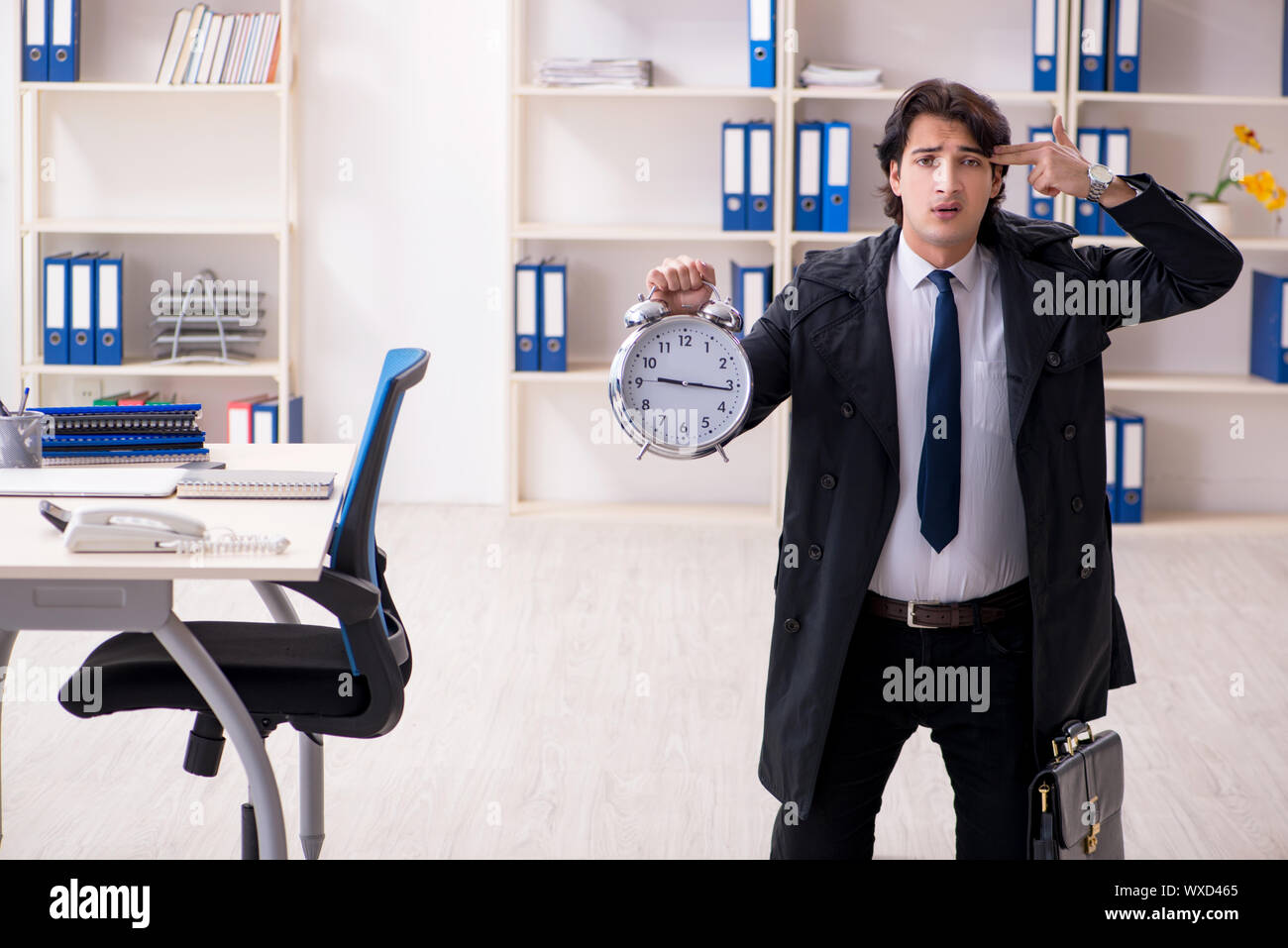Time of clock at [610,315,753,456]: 9:16
